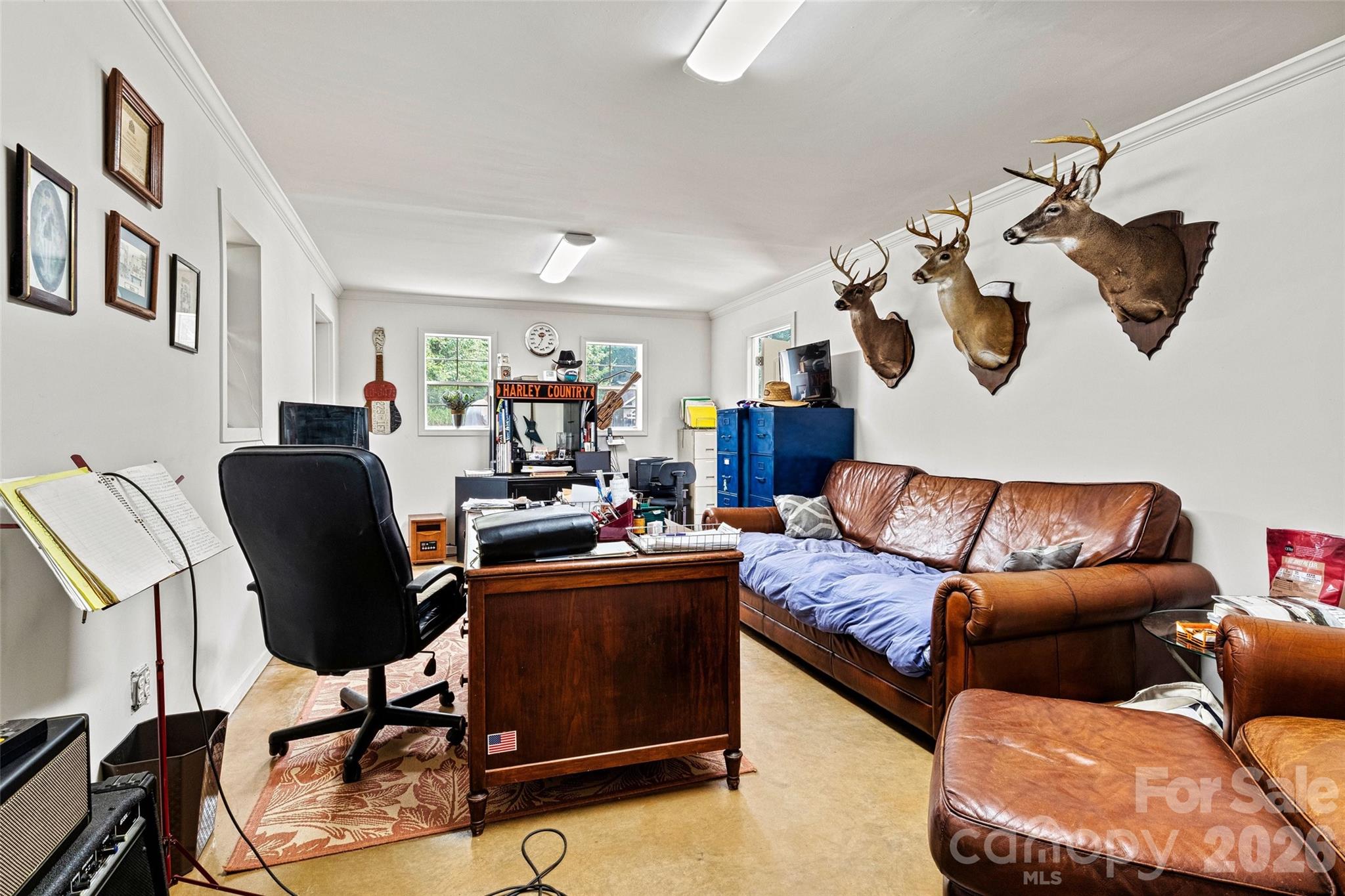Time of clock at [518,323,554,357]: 10:34
